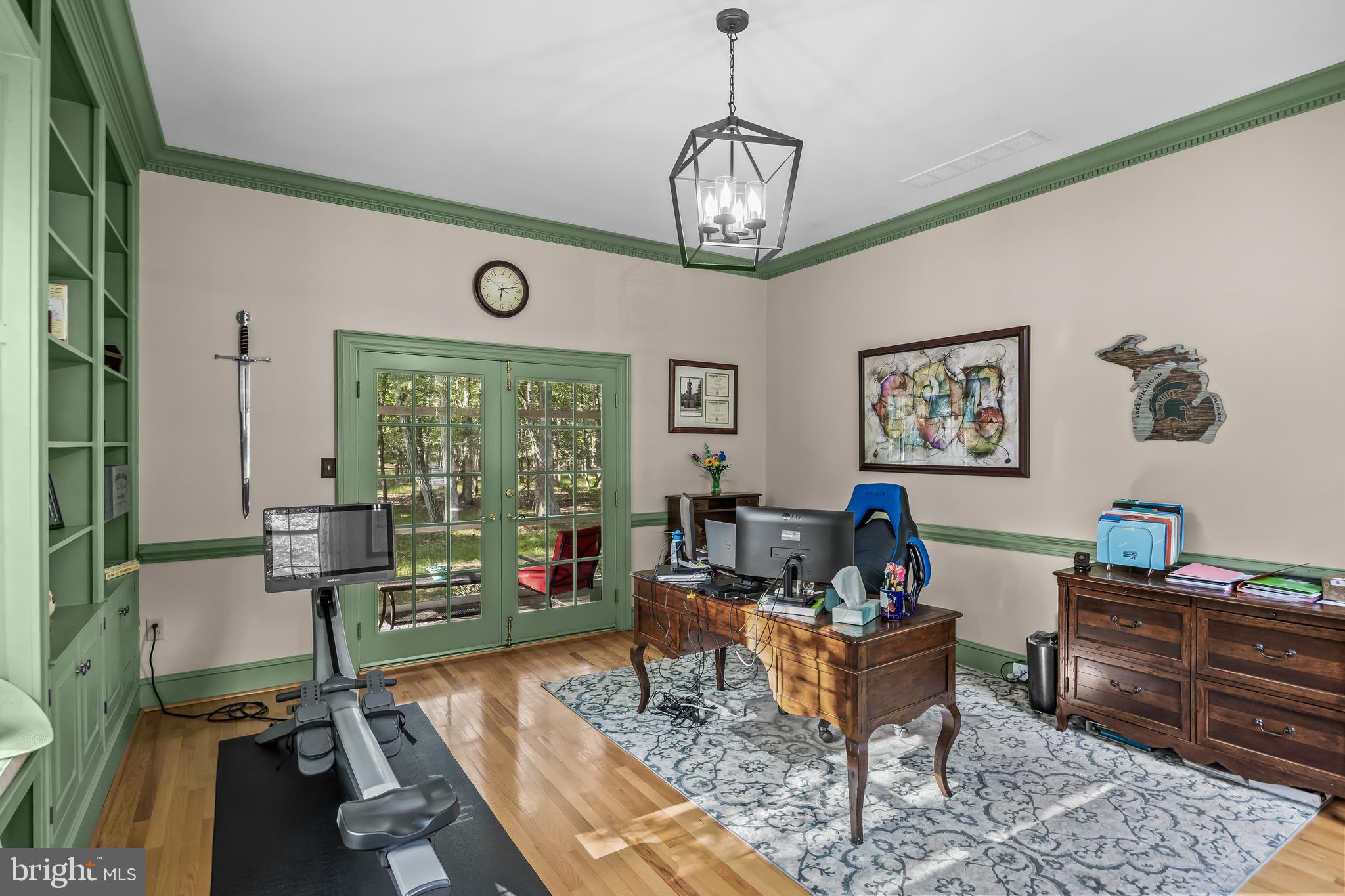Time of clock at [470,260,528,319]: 6:12
